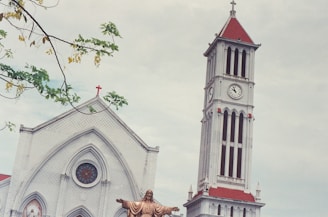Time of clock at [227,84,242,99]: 9:56
